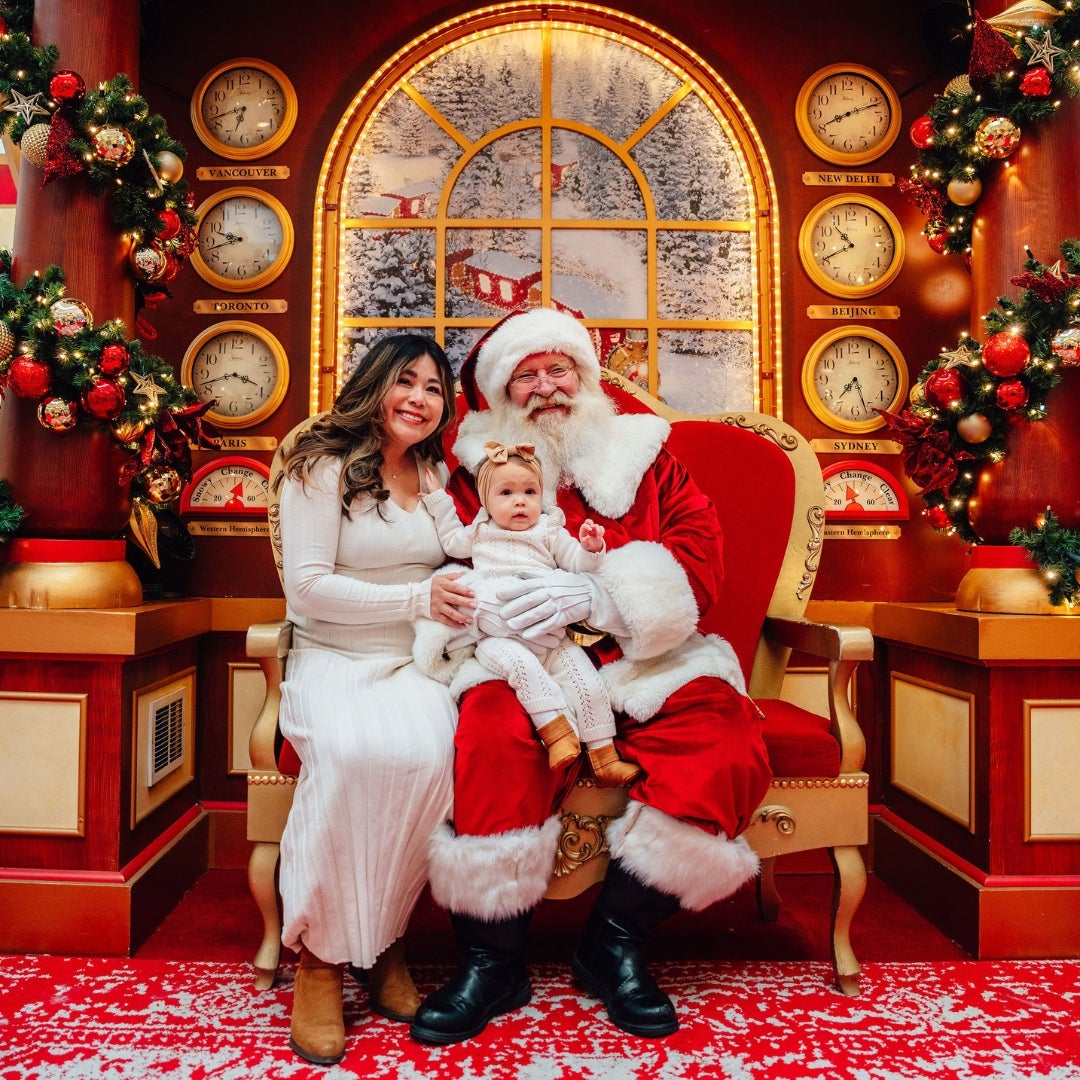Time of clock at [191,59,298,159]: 6:42
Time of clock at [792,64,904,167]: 8:11
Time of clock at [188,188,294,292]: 9:42
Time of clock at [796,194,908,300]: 10:40
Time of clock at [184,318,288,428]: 3:41
